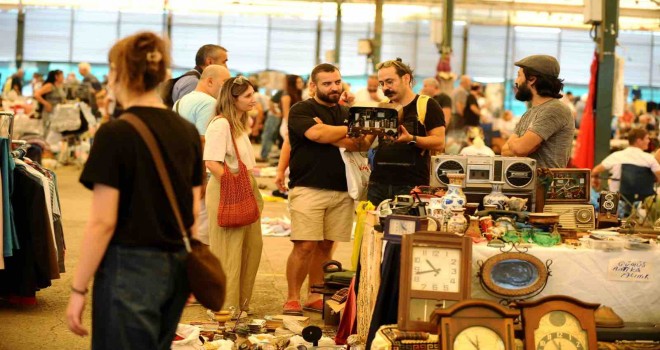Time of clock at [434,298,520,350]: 10:43
